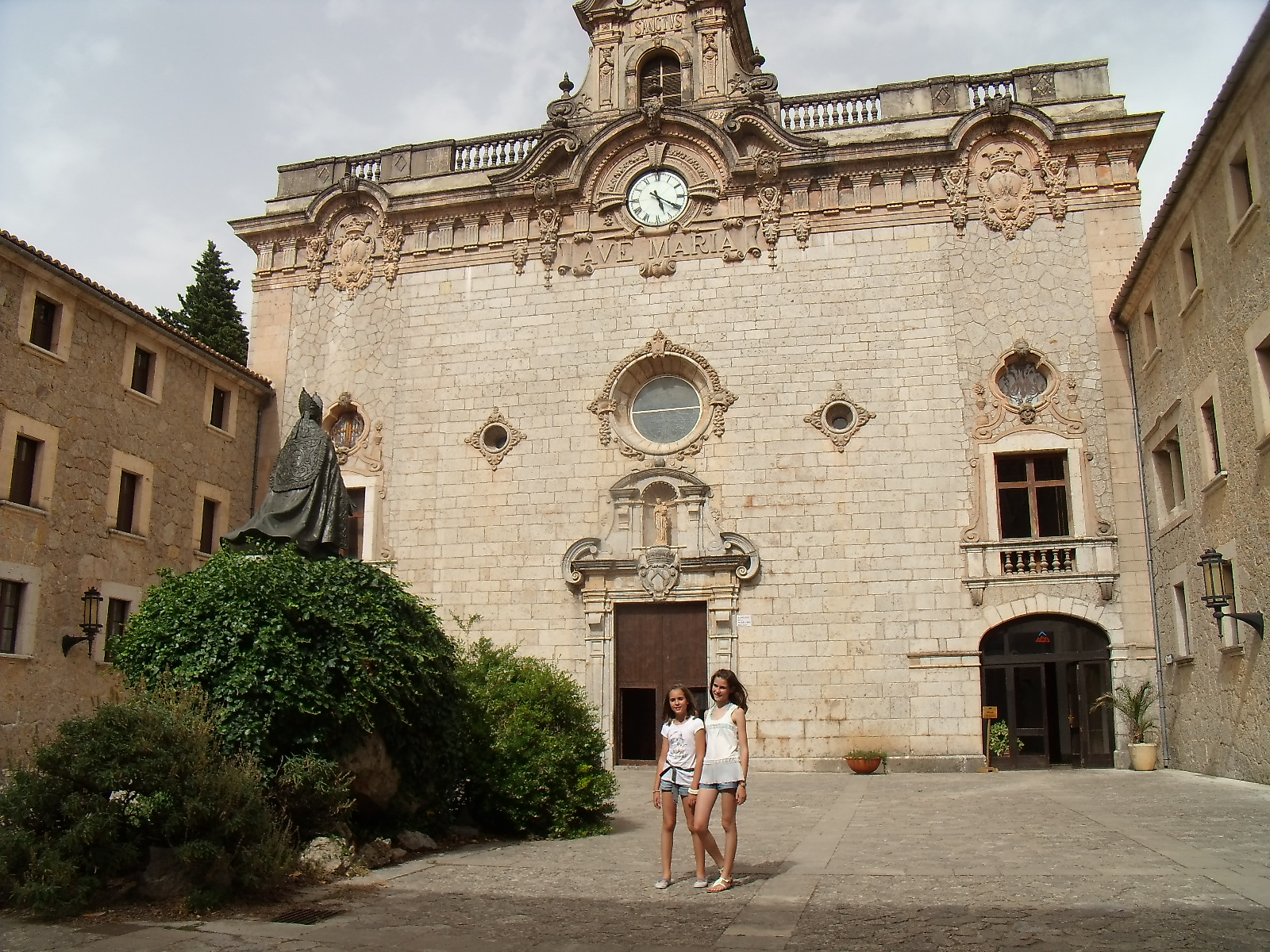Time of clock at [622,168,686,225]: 5:20
